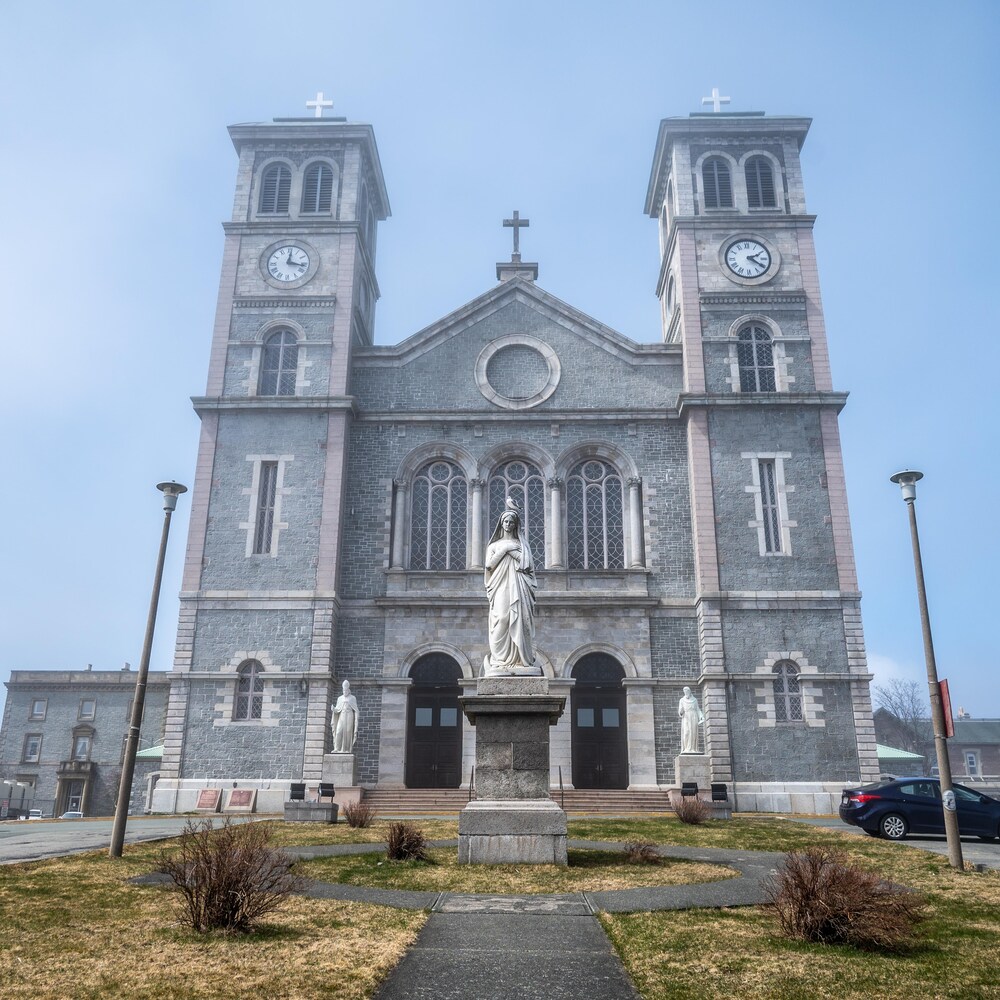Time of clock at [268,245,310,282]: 12:16
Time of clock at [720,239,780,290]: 2:20
